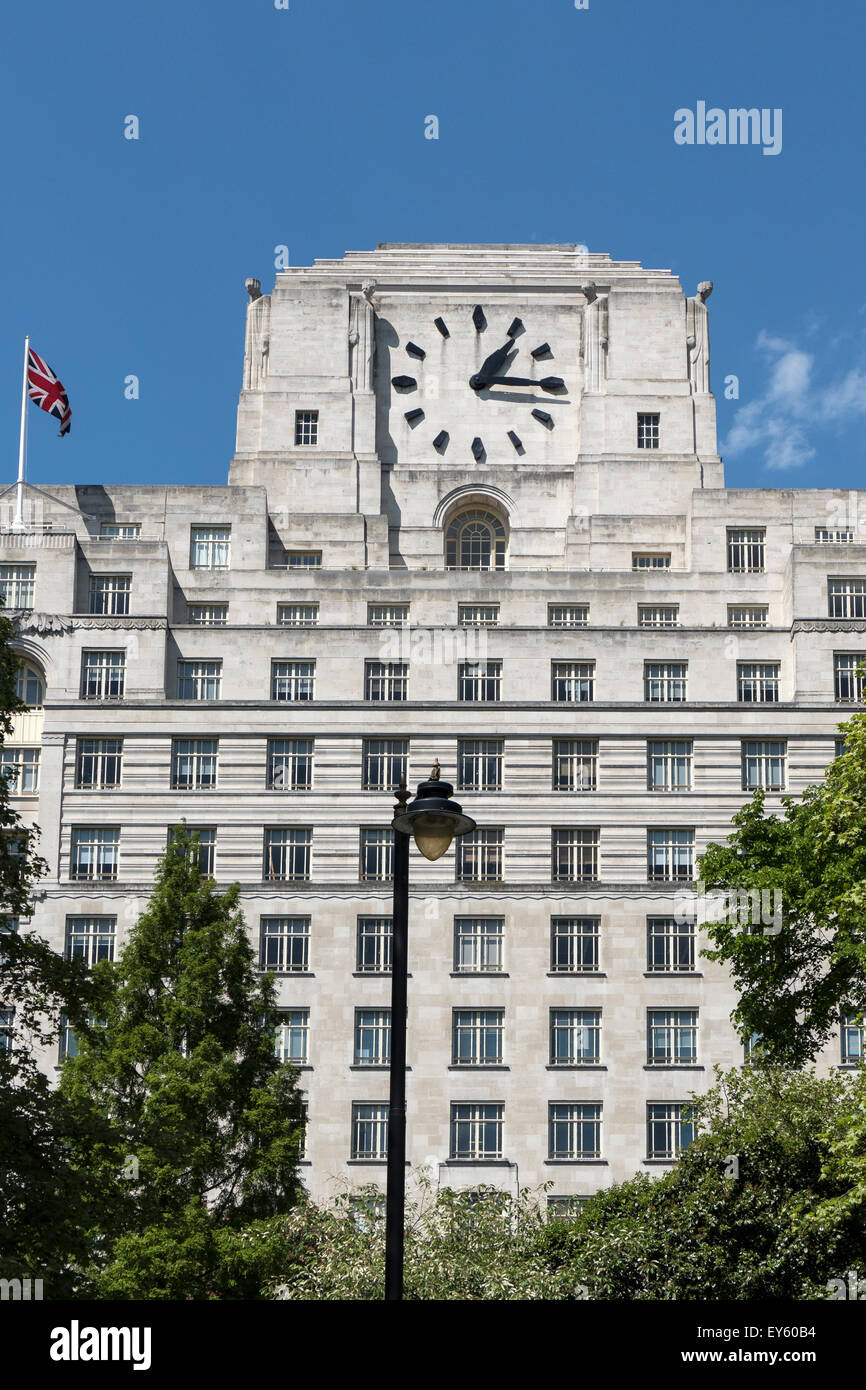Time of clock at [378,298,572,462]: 1:14
